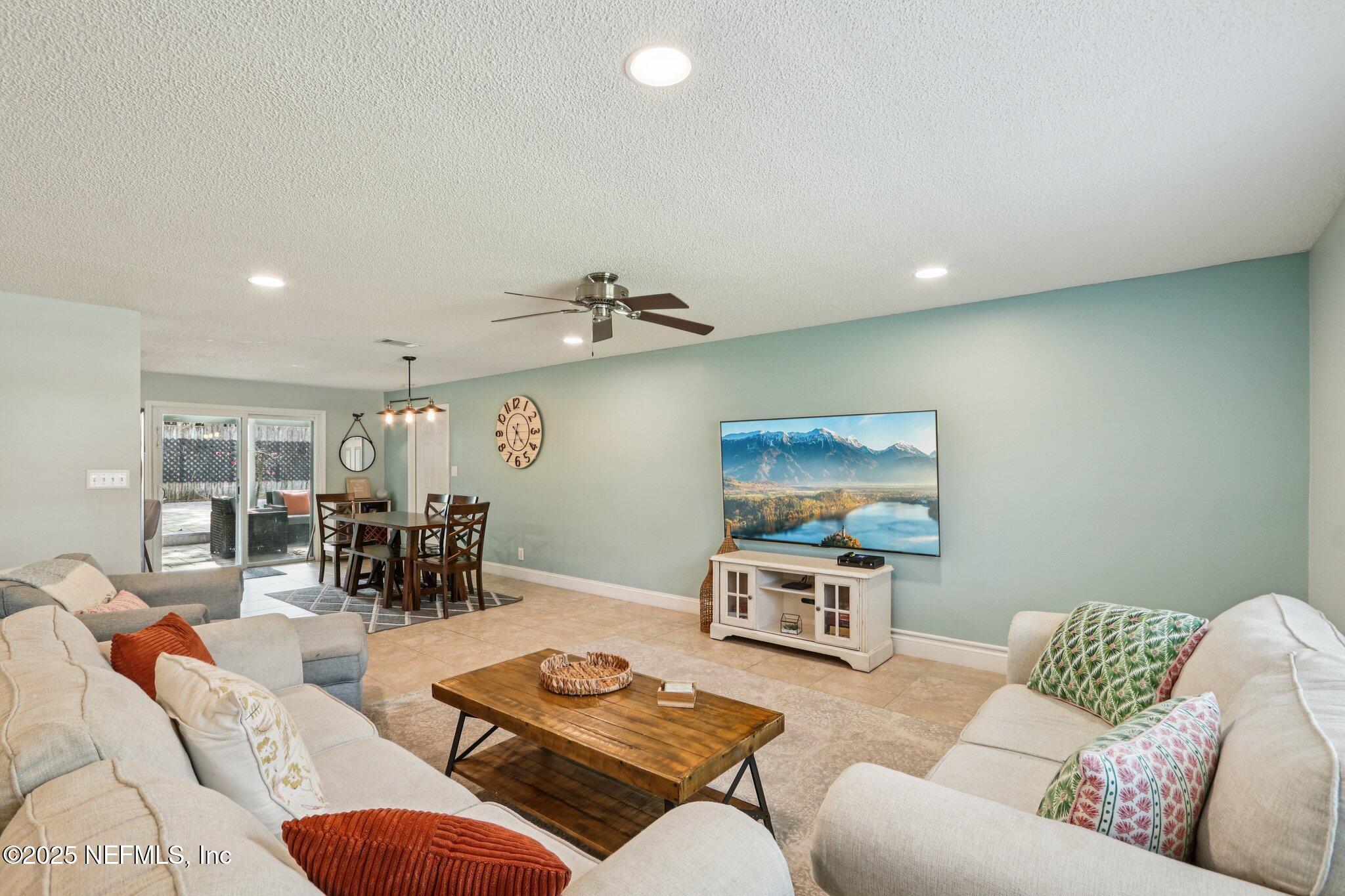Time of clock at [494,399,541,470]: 4:34
